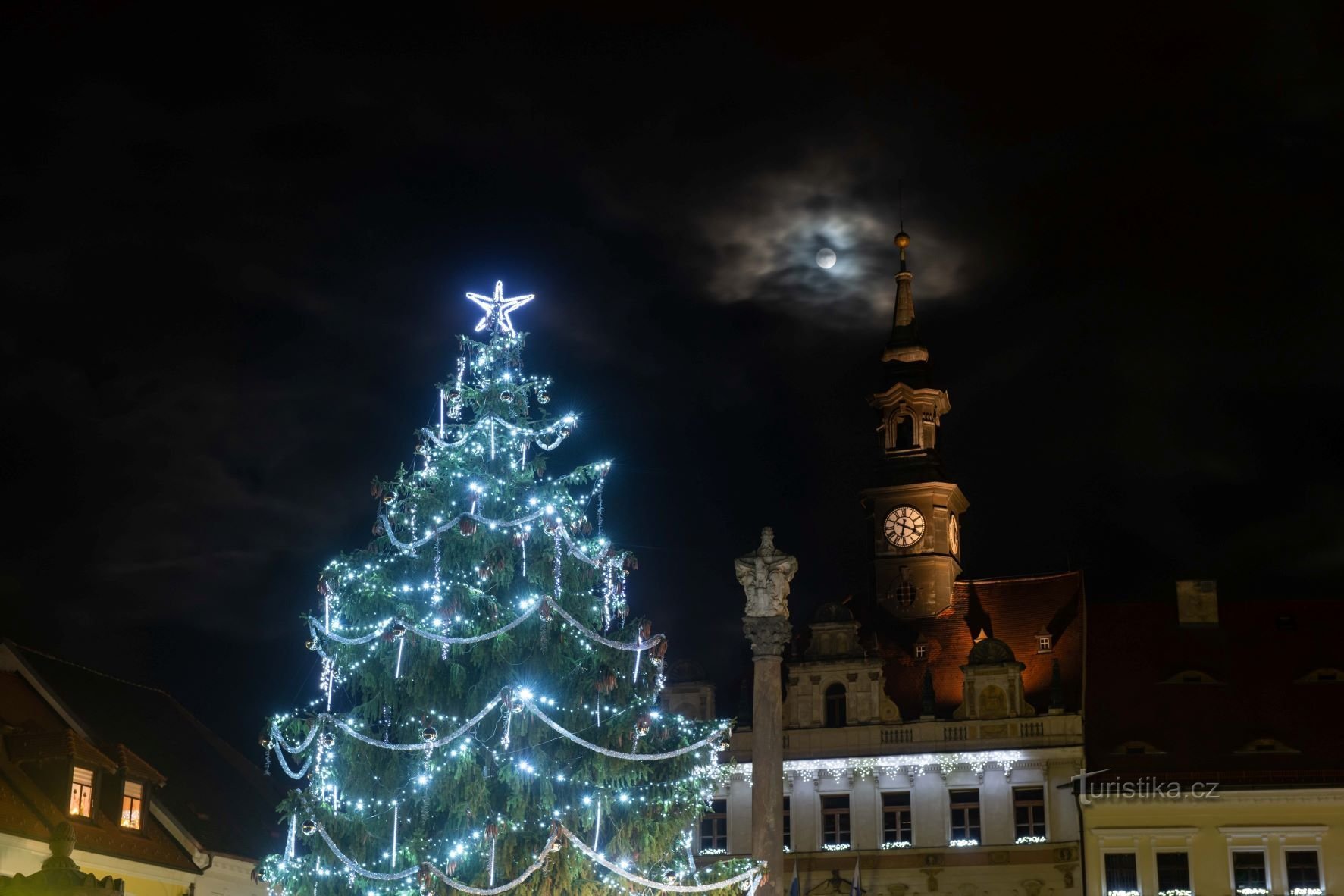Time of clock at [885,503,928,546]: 6:18
